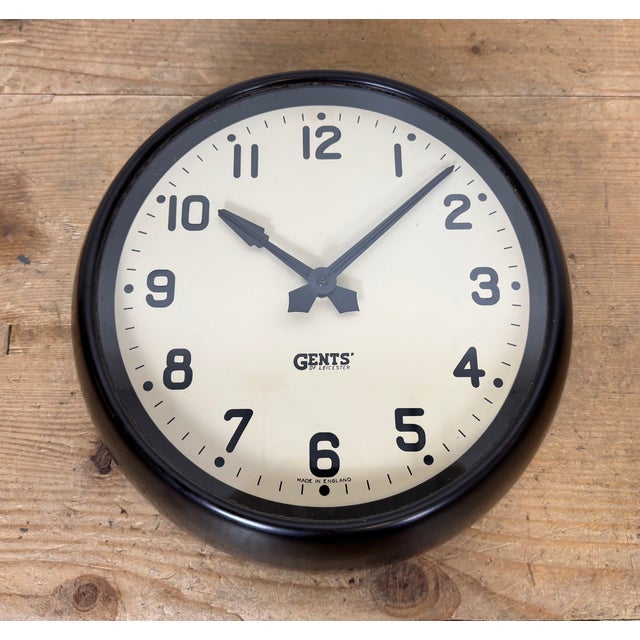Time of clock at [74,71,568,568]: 10:07
